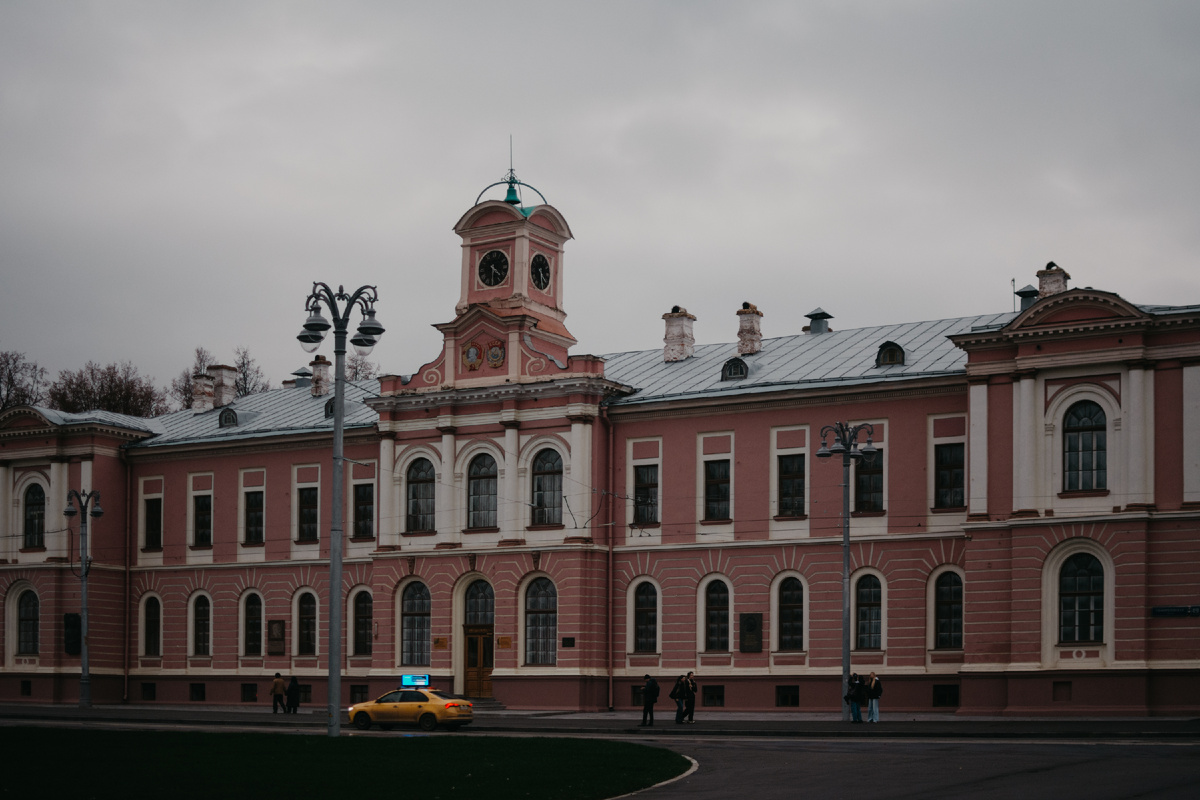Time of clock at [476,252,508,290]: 4:30
